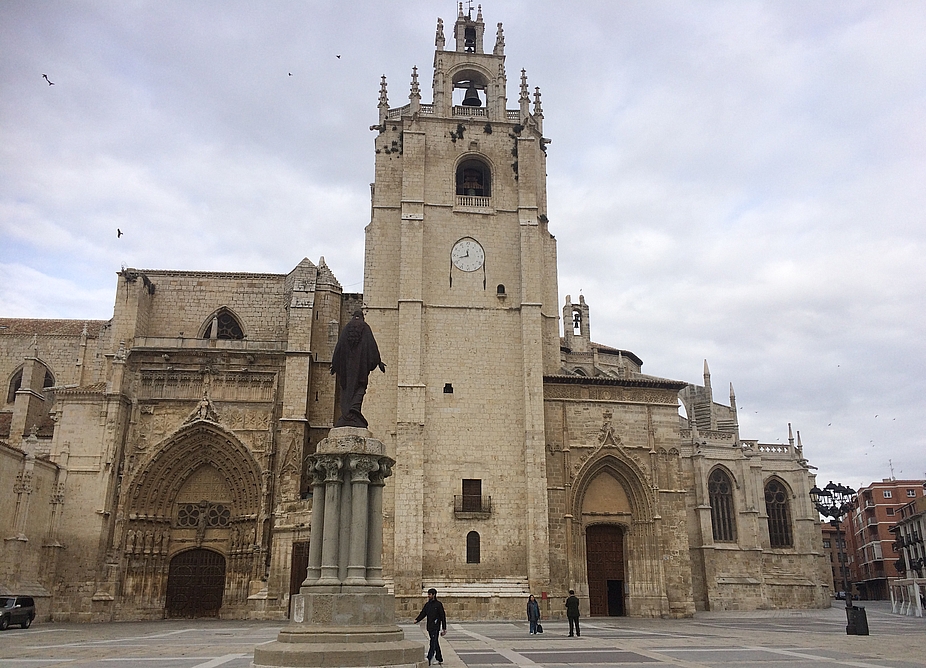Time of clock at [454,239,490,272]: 11:42
